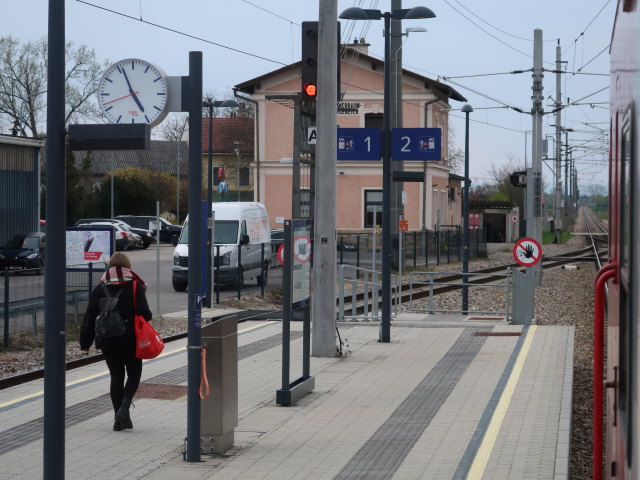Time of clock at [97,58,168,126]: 4:56
